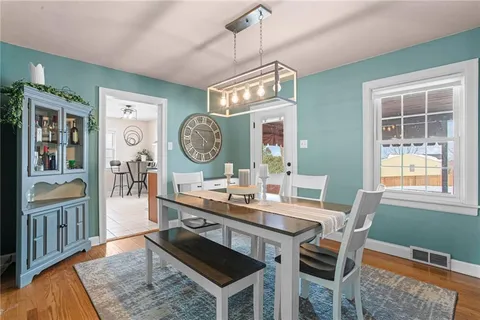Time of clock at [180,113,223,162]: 5:51
